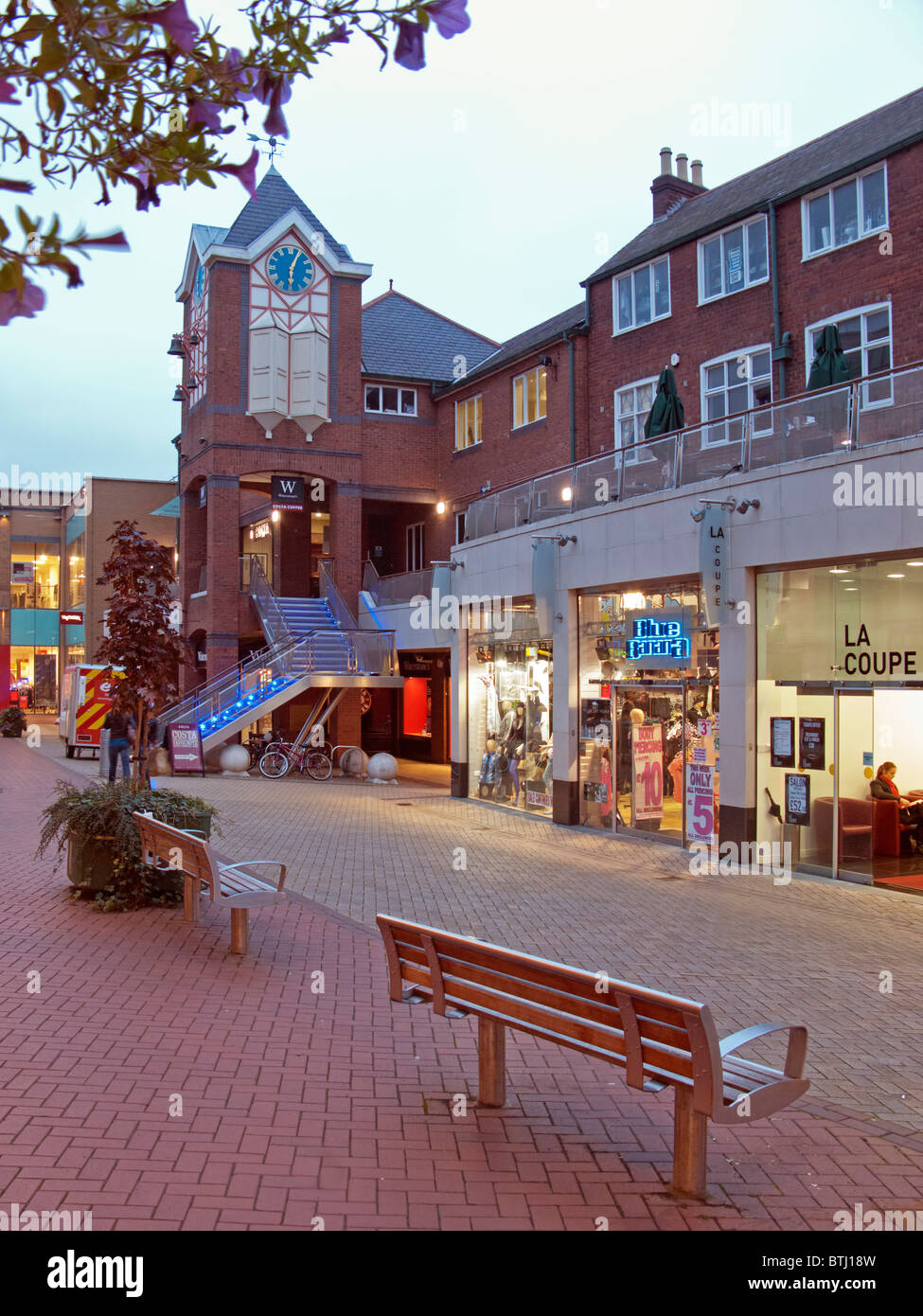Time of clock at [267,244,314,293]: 6:04
